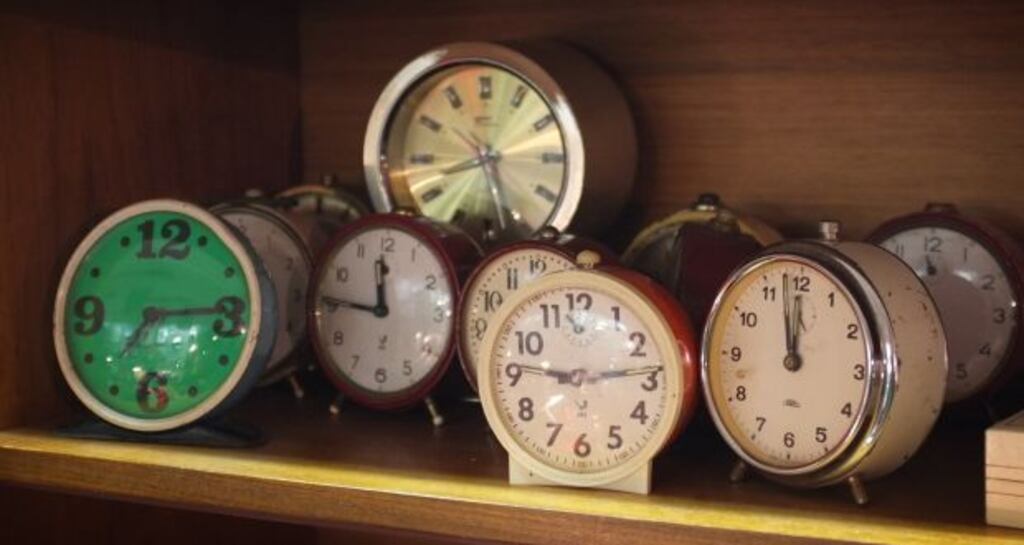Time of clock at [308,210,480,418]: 11:46
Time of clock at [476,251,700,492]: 9:13
